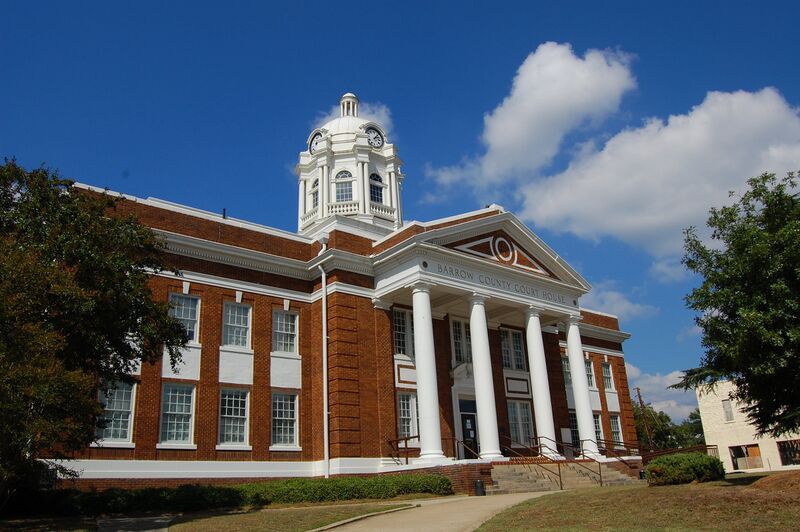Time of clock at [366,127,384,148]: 2:06
